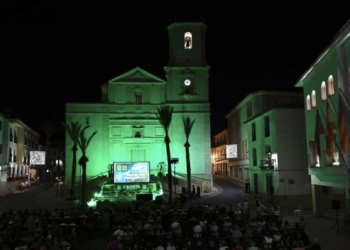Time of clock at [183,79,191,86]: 9:07
